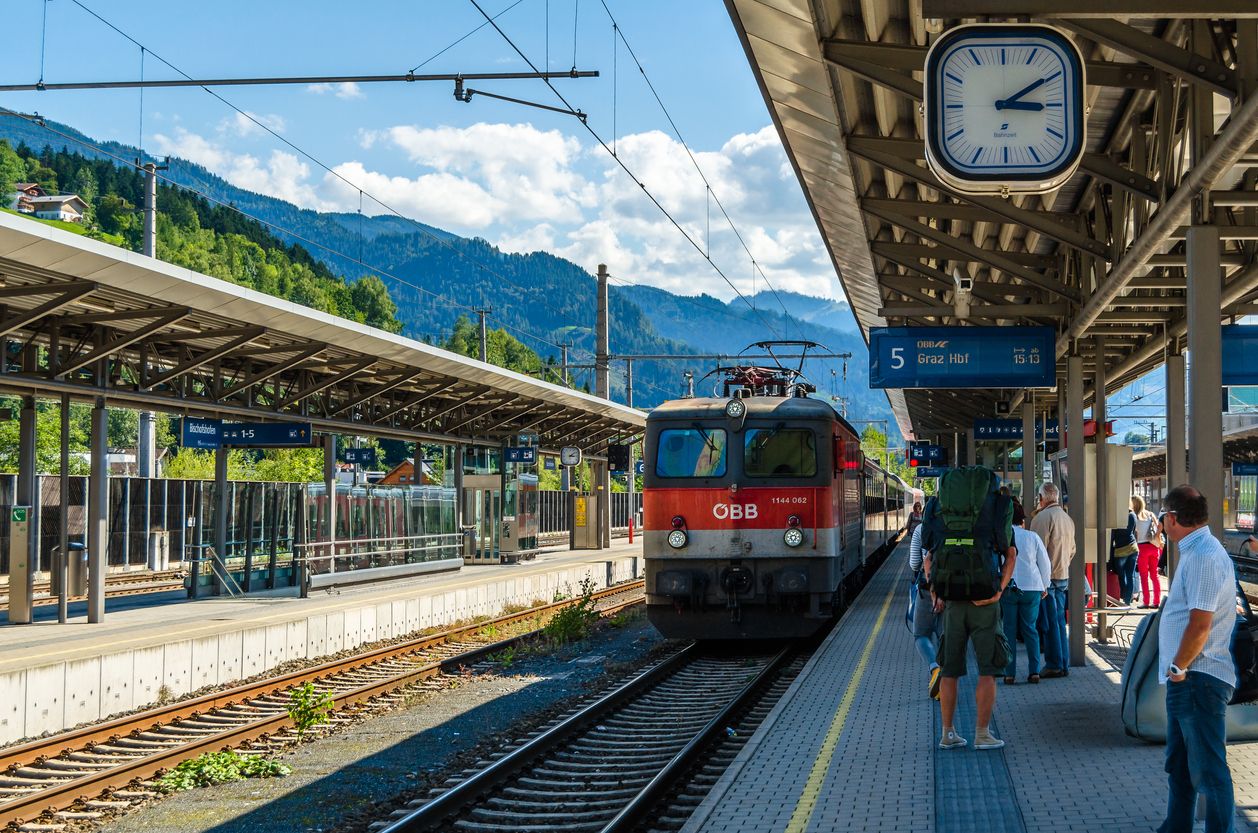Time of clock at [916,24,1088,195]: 3:09
